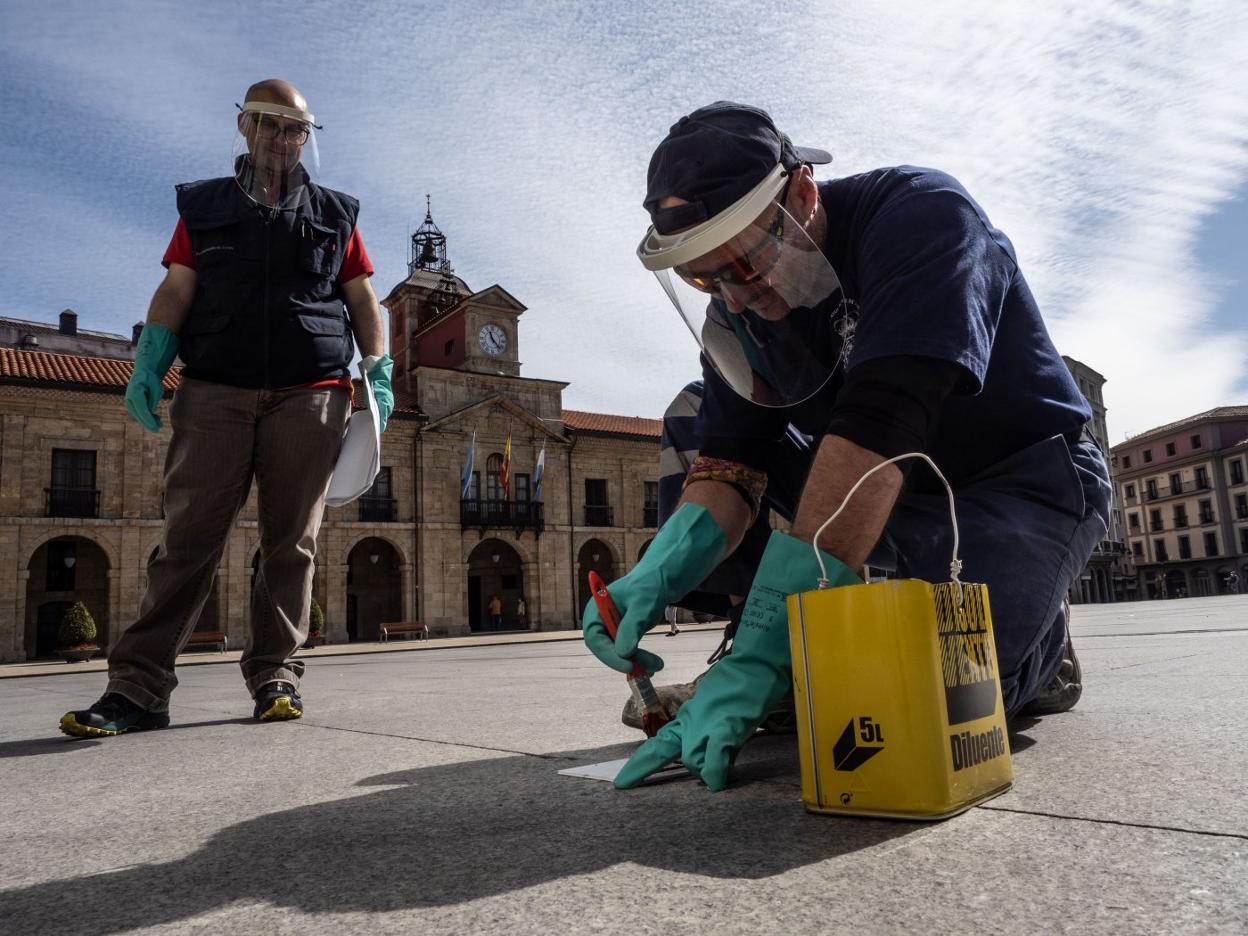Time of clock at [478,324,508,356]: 11:23
